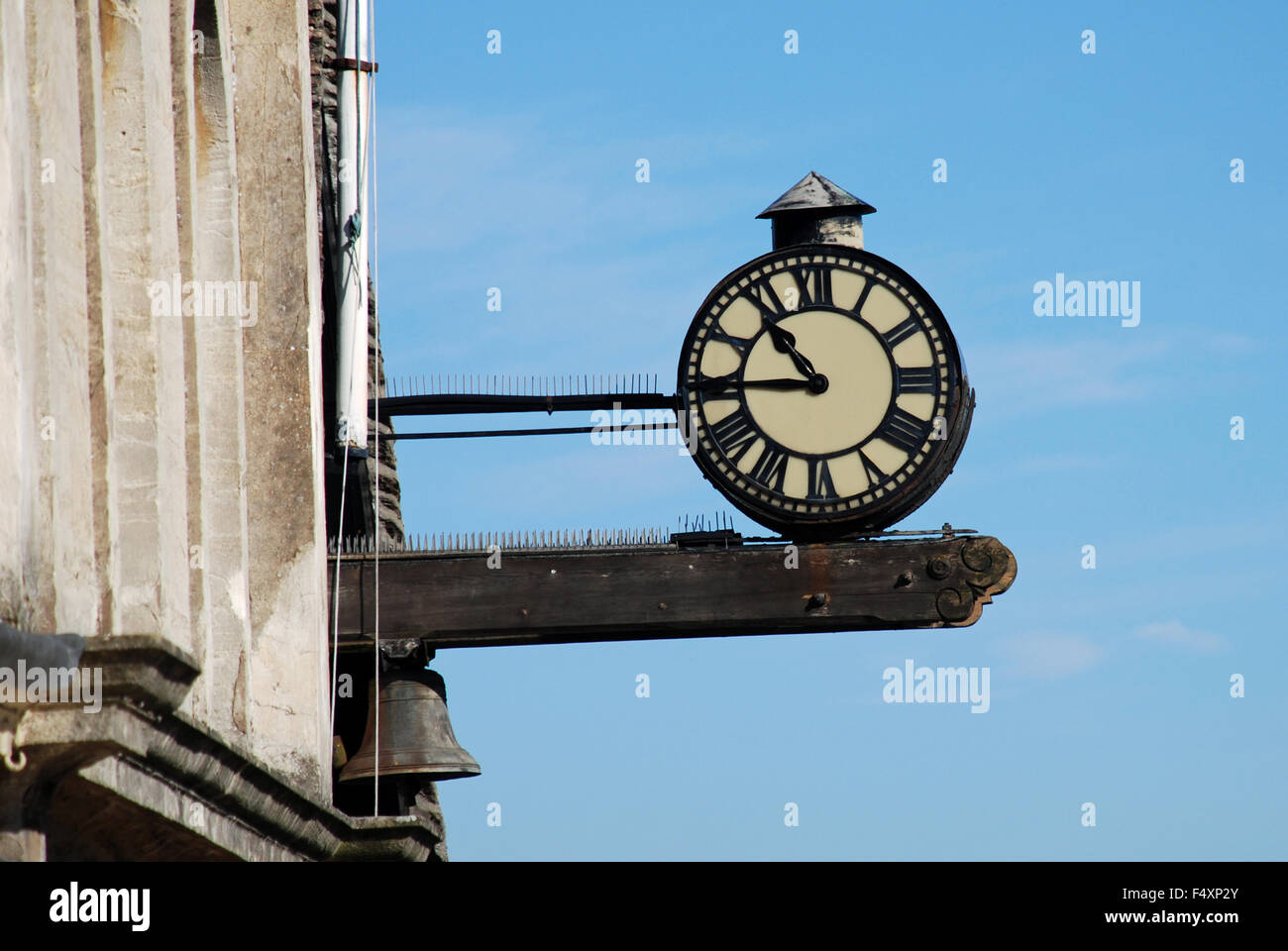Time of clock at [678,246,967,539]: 10:44
